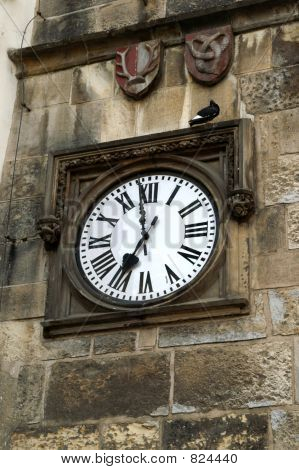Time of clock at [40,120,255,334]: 6:58
